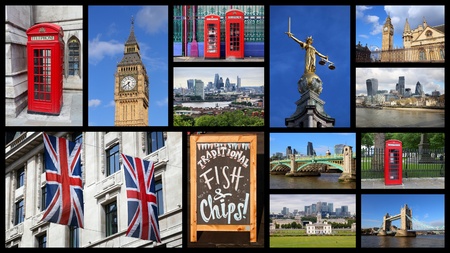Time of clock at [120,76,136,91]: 5:38
